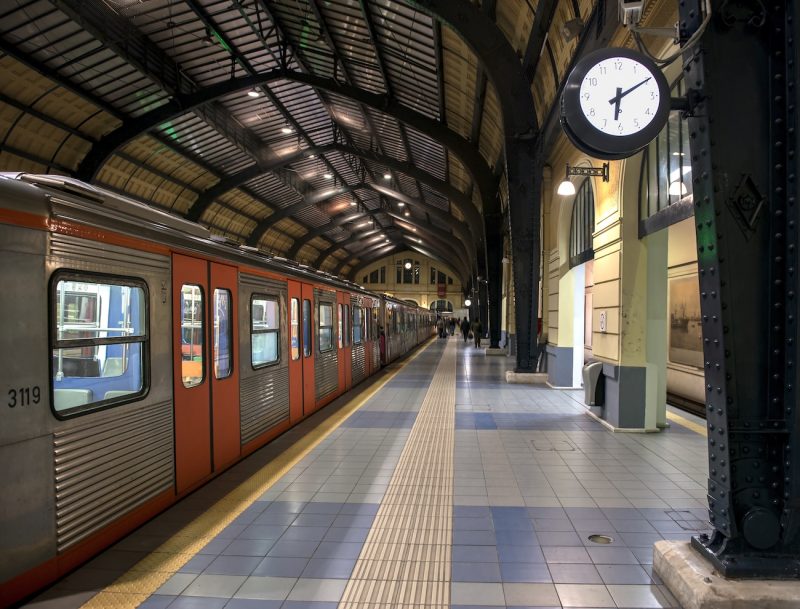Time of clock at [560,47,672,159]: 6:10
